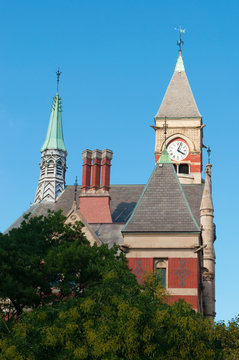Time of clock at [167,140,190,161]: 4:03
